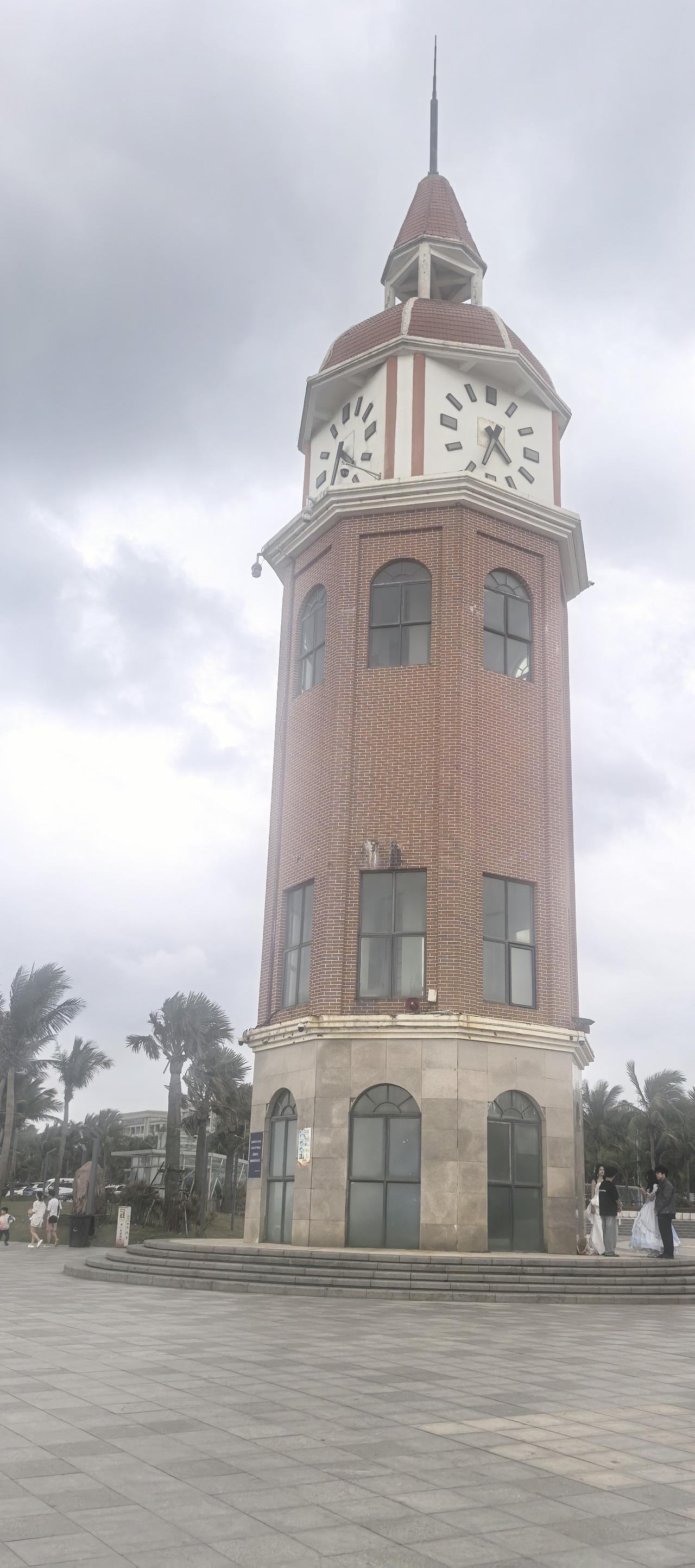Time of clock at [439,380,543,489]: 4:33
